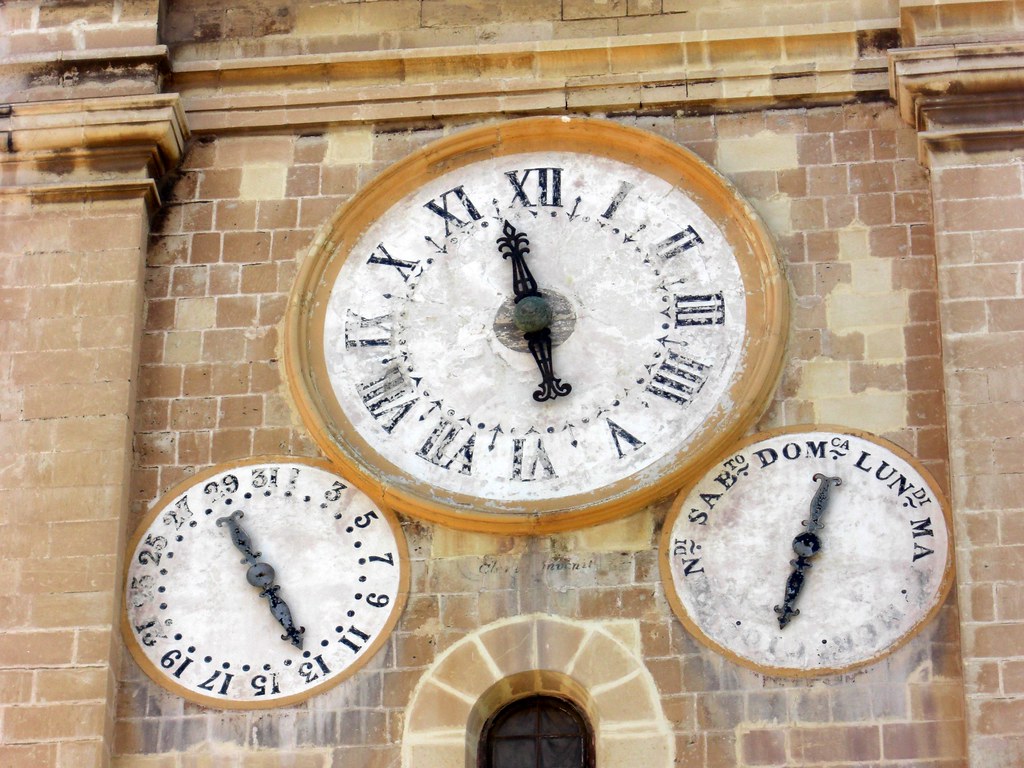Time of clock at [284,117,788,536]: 5:57
